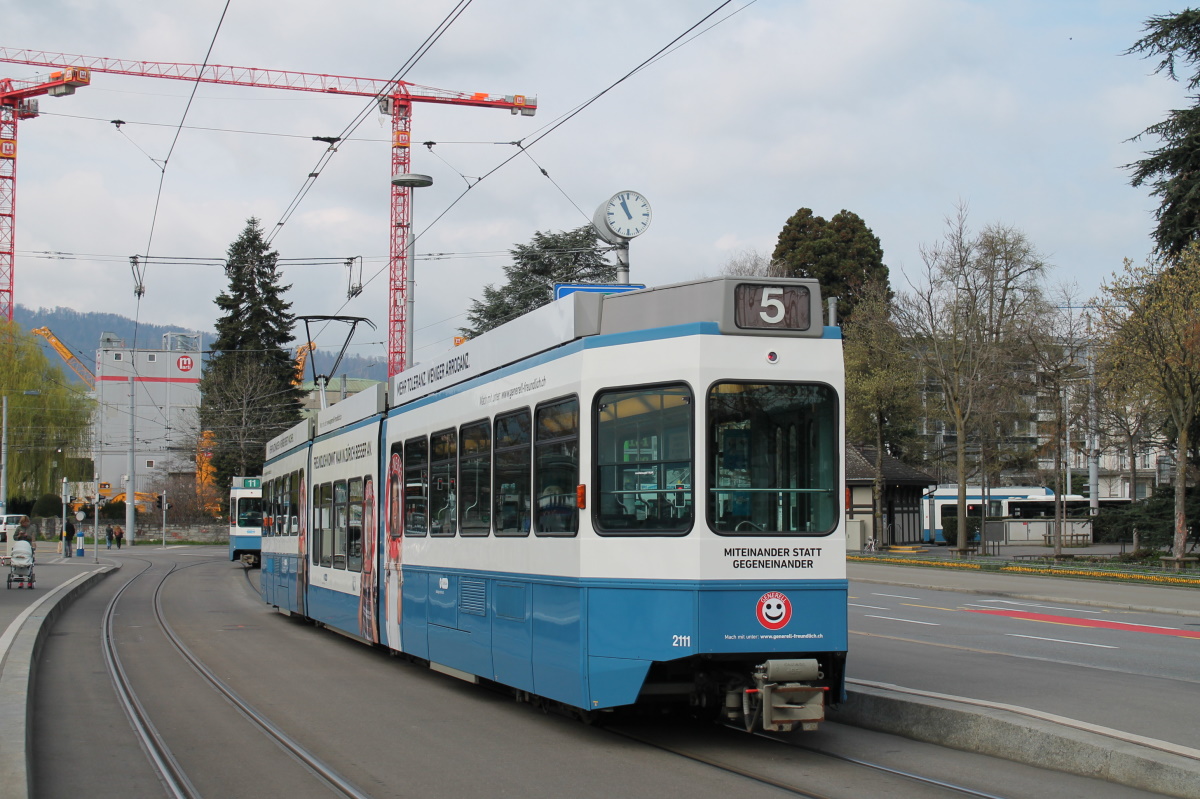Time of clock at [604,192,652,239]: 10:56
